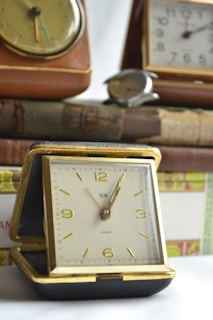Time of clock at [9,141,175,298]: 1:05
